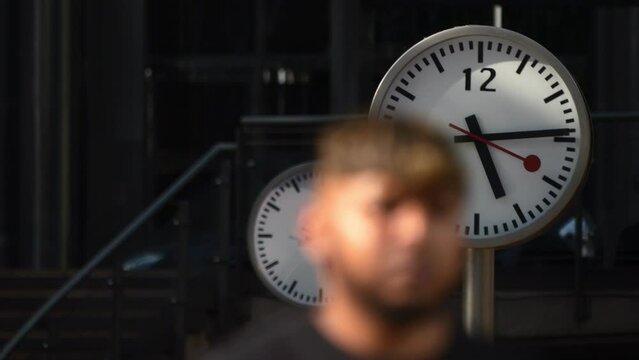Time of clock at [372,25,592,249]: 5:14
